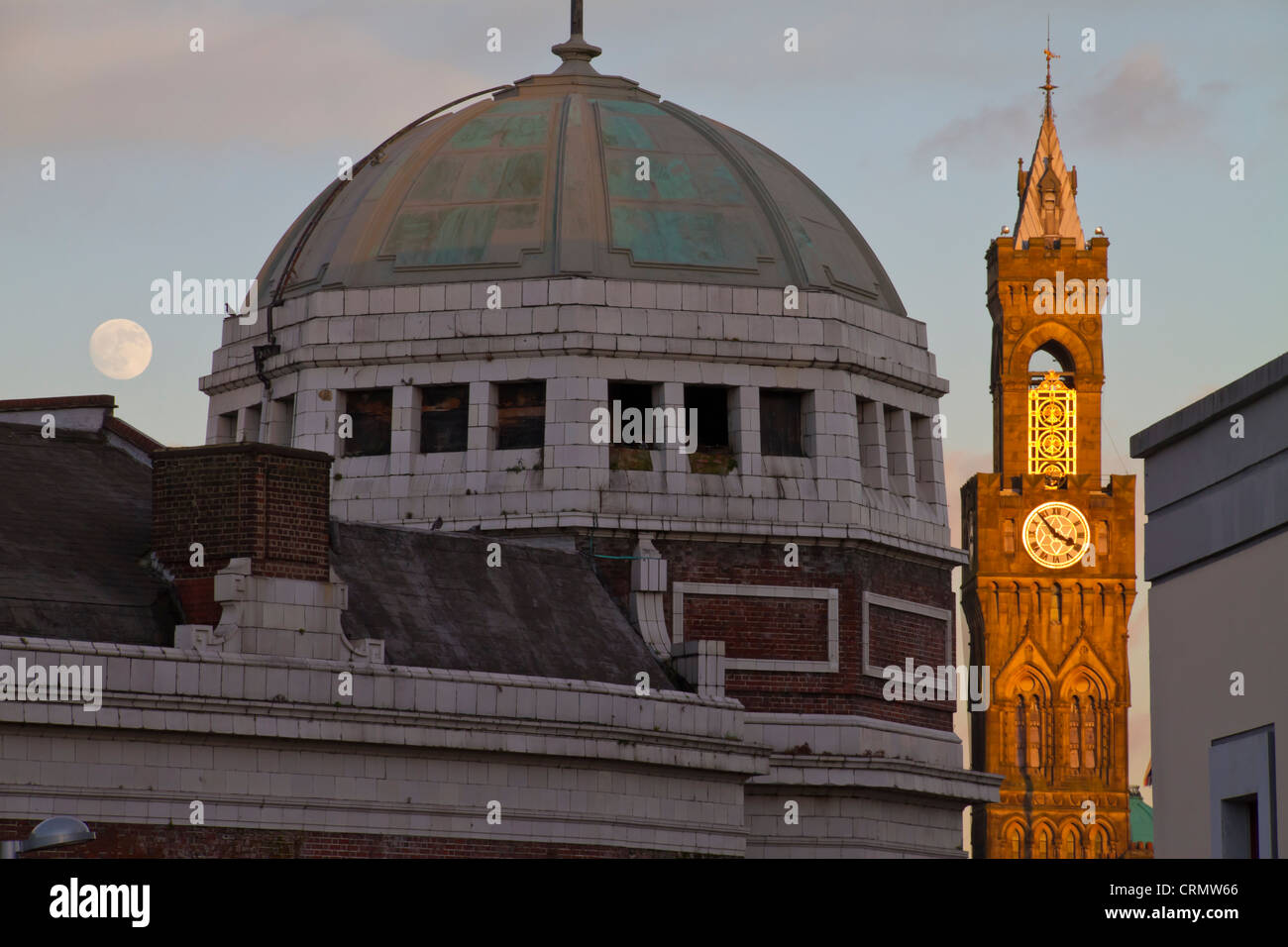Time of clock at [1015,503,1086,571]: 3:53
